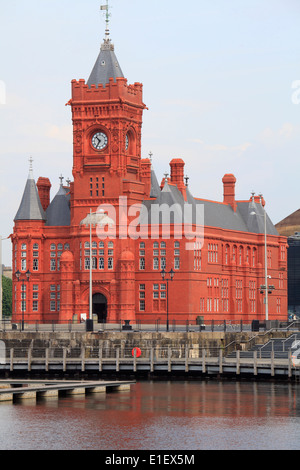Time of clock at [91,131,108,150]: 10:35
